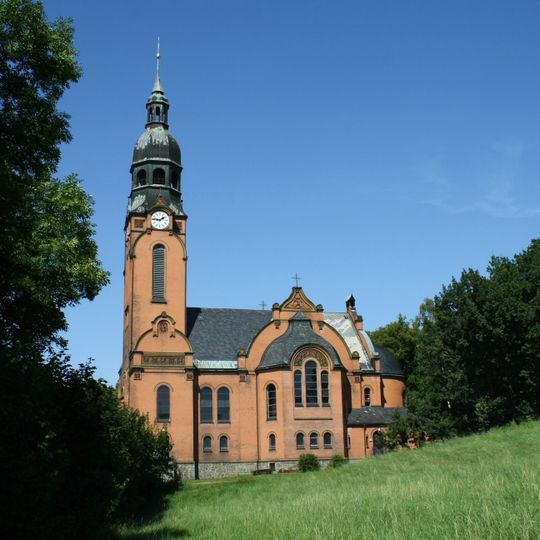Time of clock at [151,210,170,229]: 1:46
